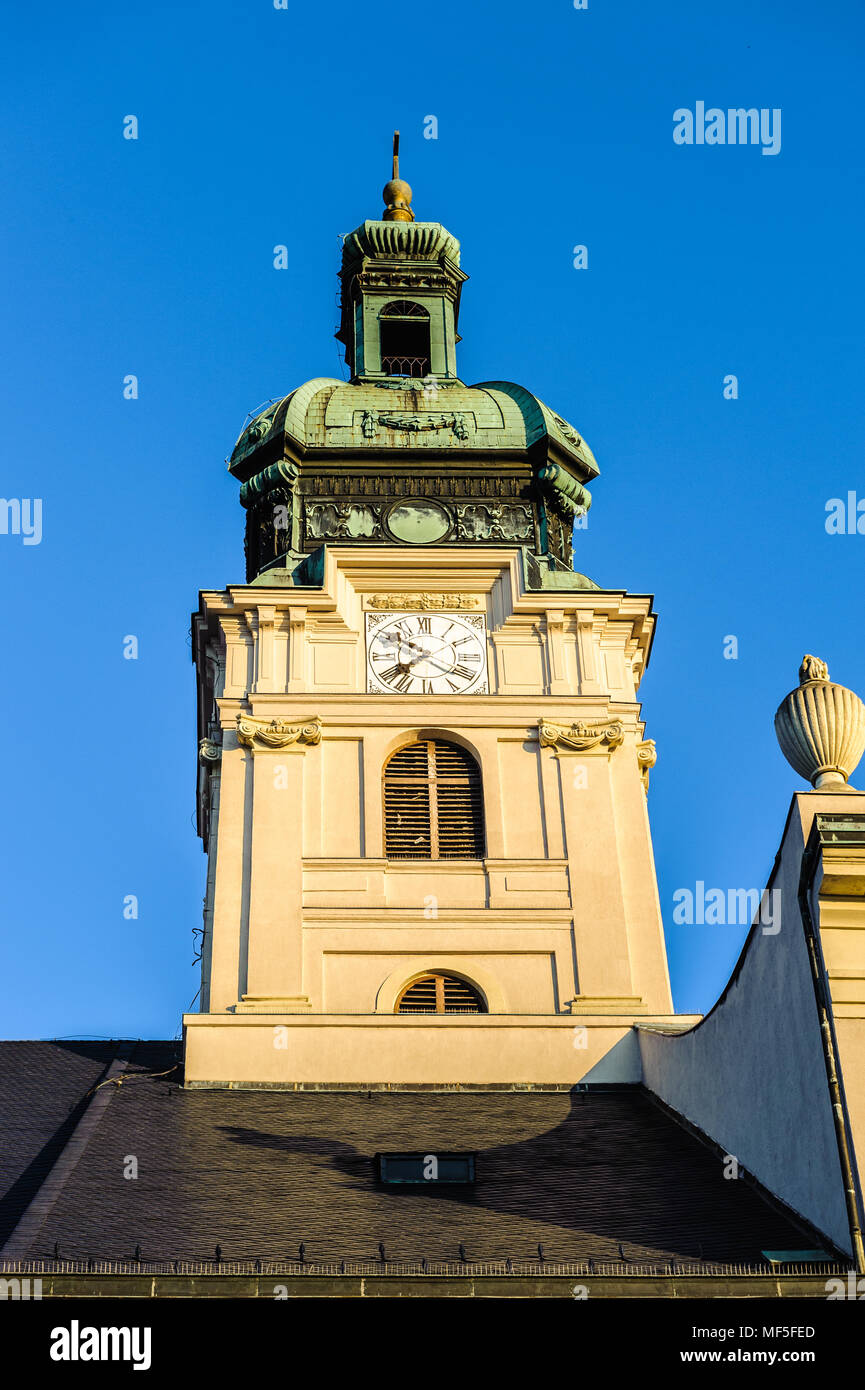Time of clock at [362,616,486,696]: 7:51
